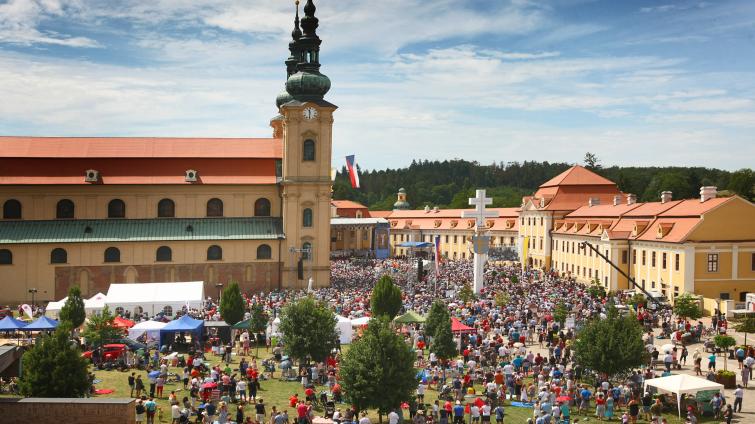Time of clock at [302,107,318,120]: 11:30
